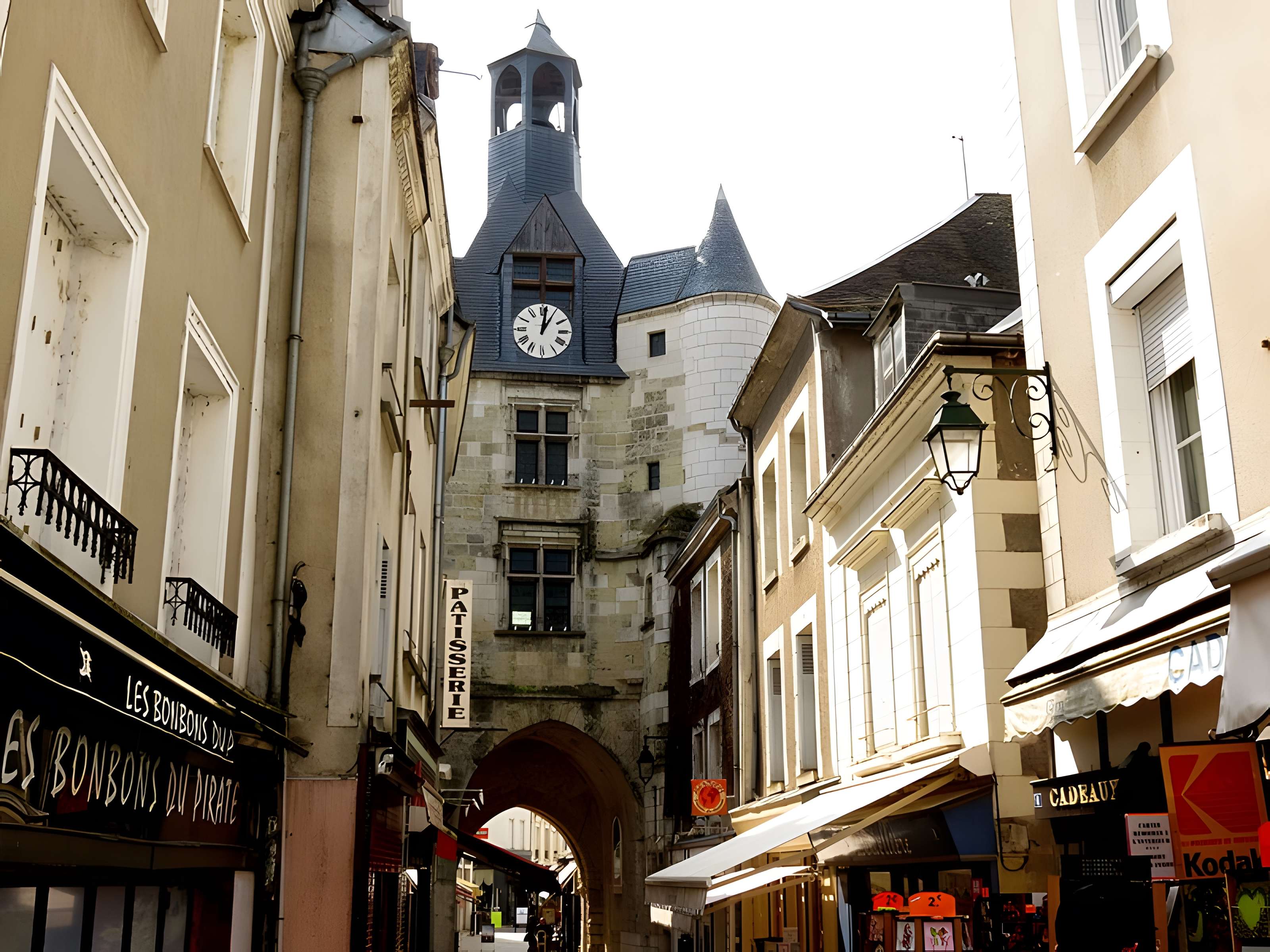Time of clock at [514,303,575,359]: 1:01
